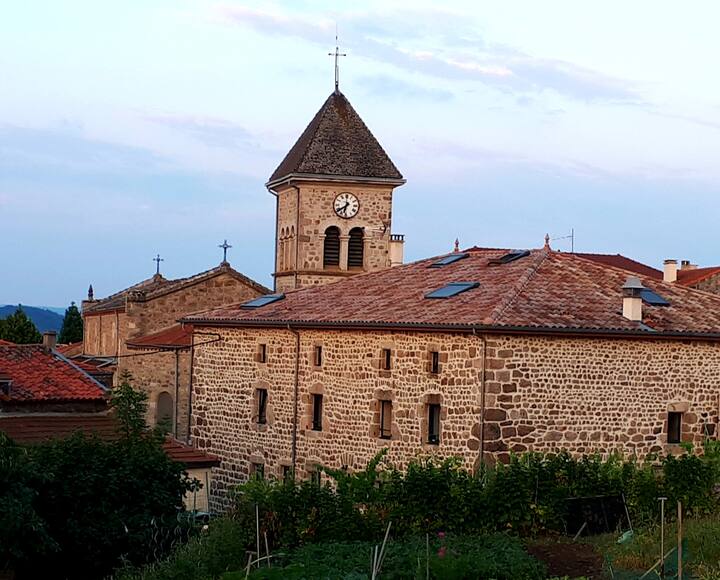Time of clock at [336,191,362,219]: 6:38
